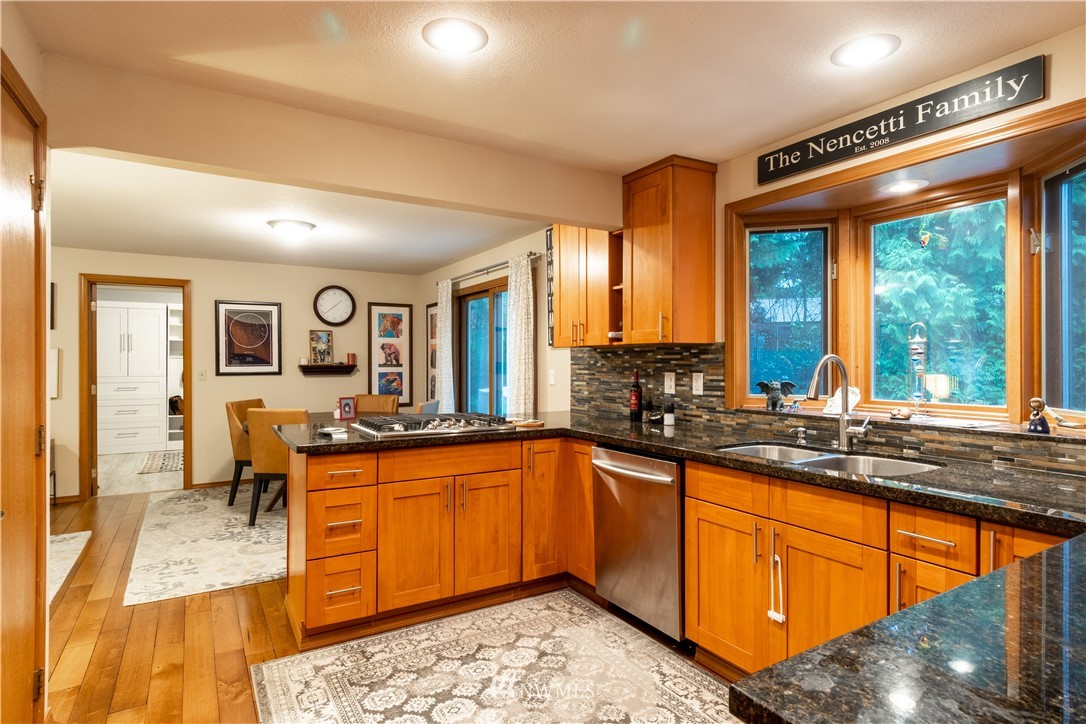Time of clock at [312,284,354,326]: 1:38
